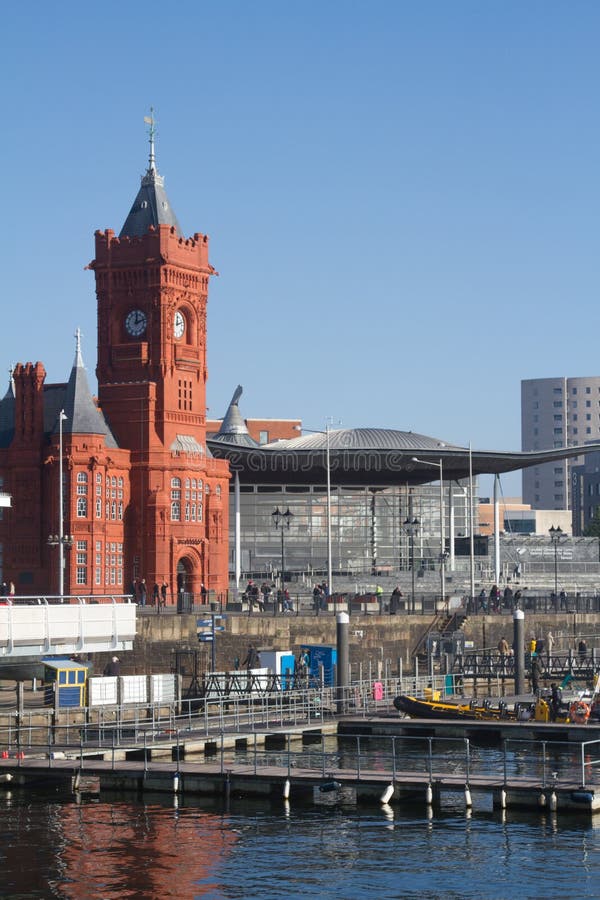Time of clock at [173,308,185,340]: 12:12
